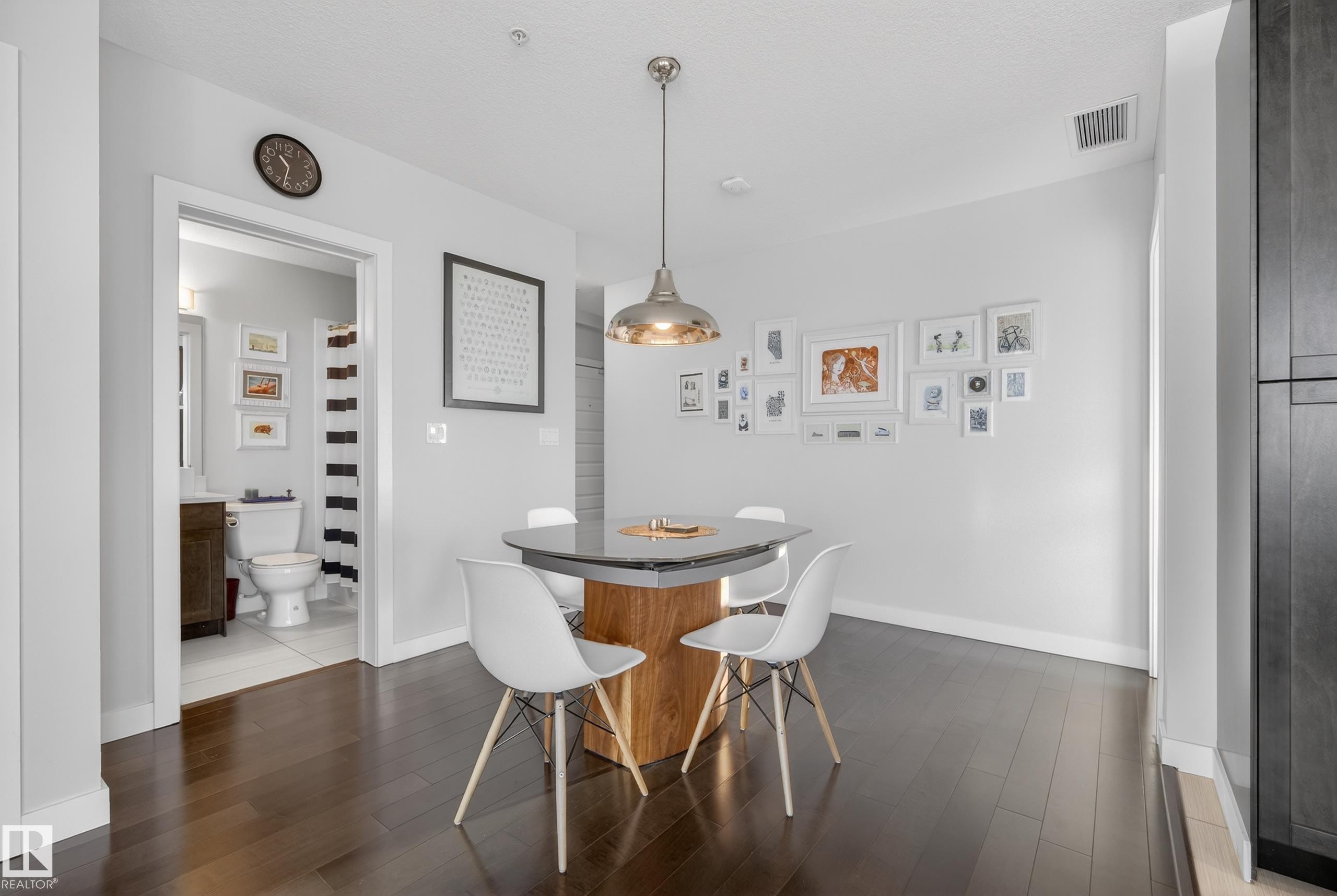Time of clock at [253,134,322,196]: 10:31
